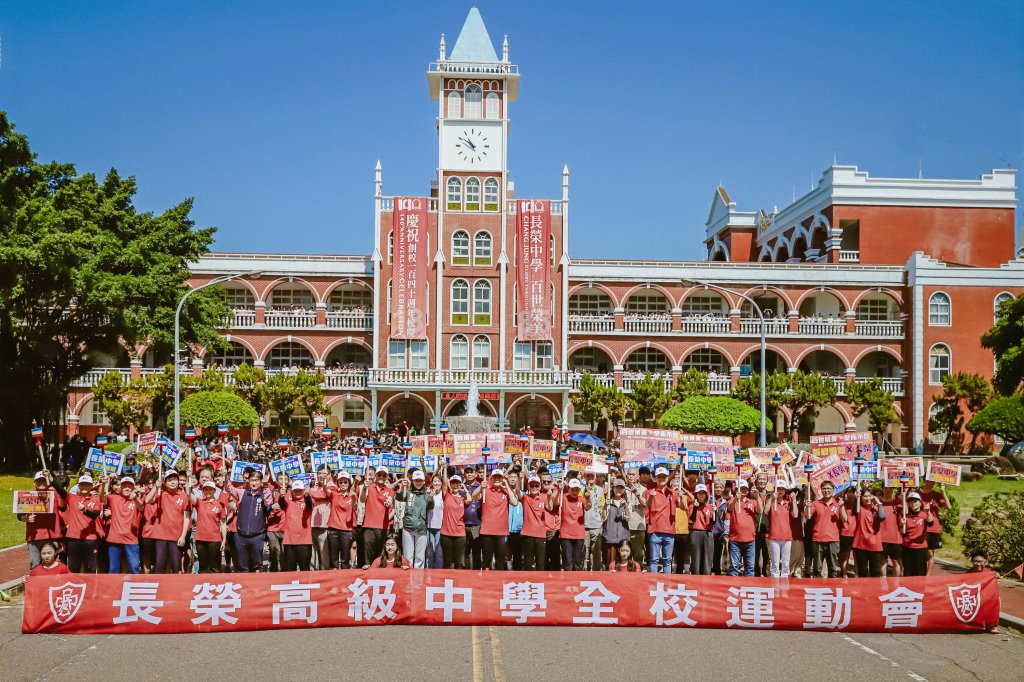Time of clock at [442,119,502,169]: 10:50
